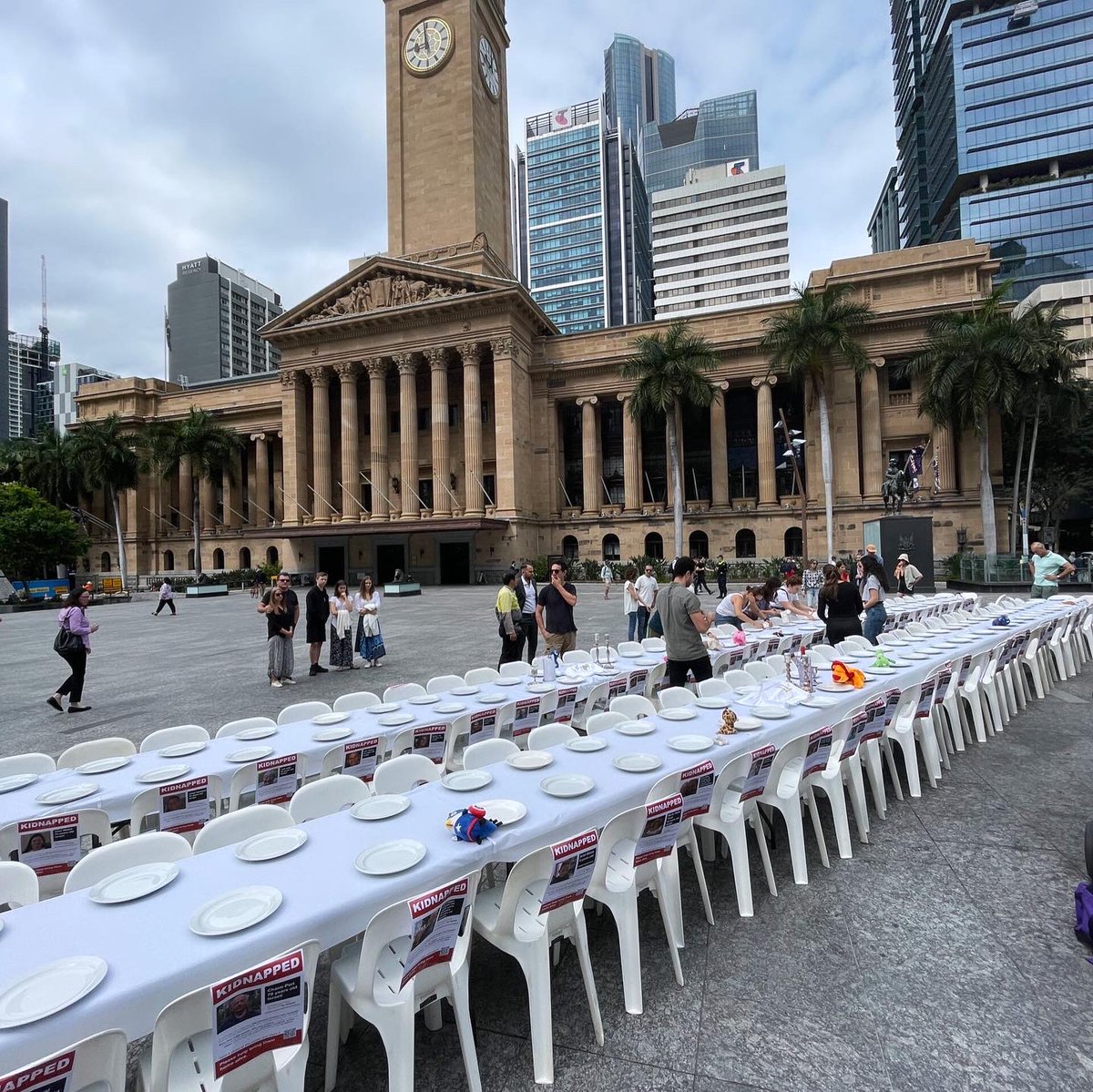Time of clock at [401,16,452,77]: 8:58
